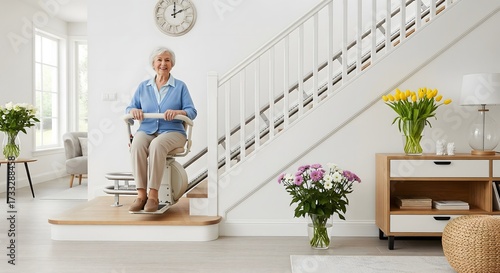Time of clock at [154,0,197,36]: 2:00
